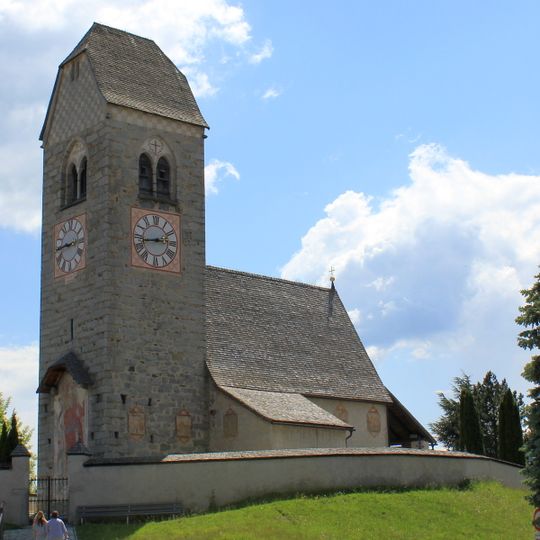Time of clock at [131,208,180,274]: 2:43
